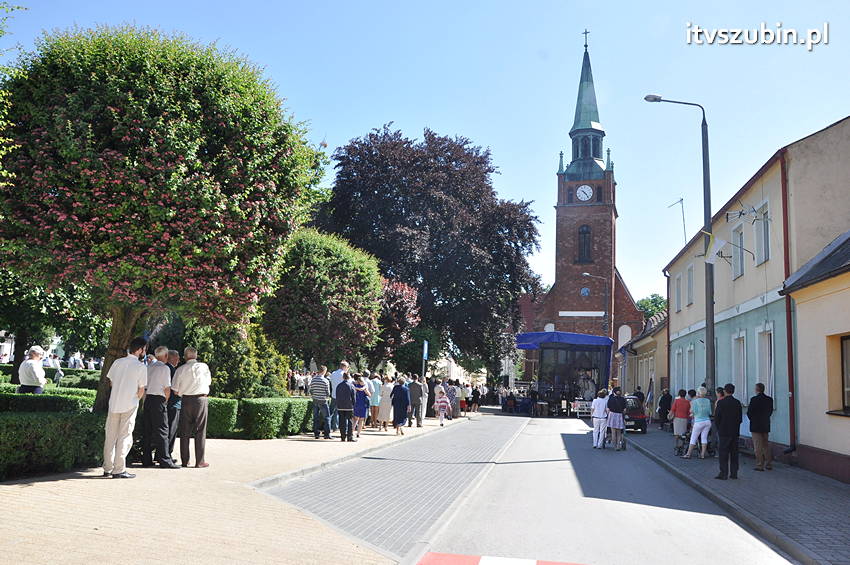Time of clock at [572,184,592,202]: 10:23
